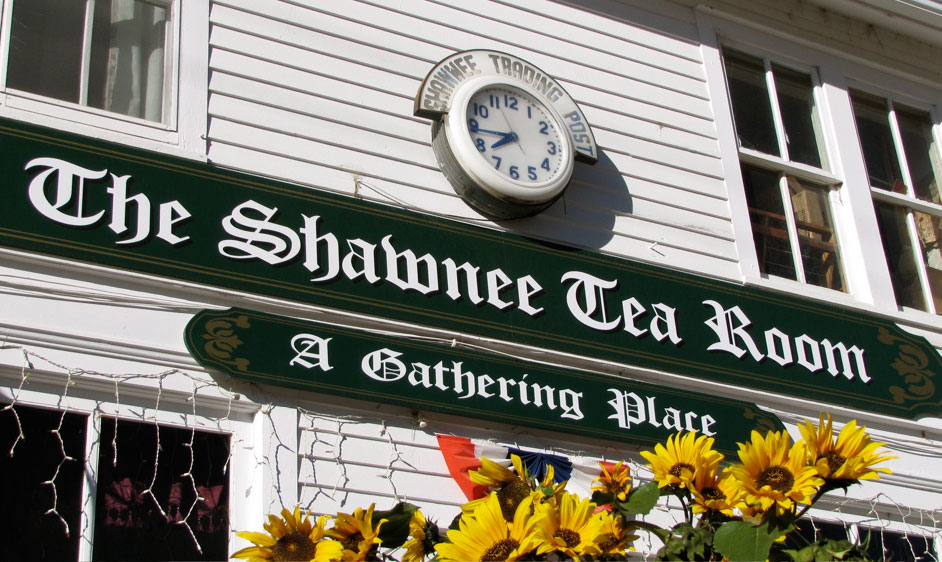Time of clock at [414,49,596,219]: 7:43
